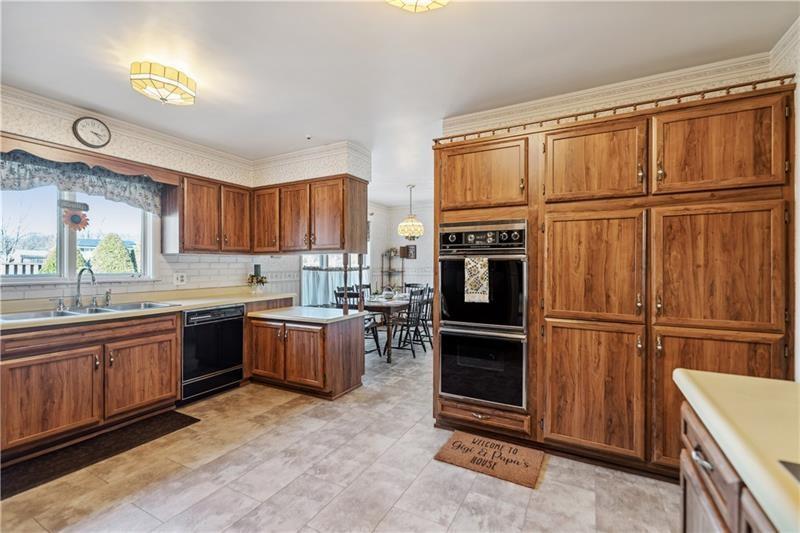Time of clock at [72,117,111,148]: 3:21
